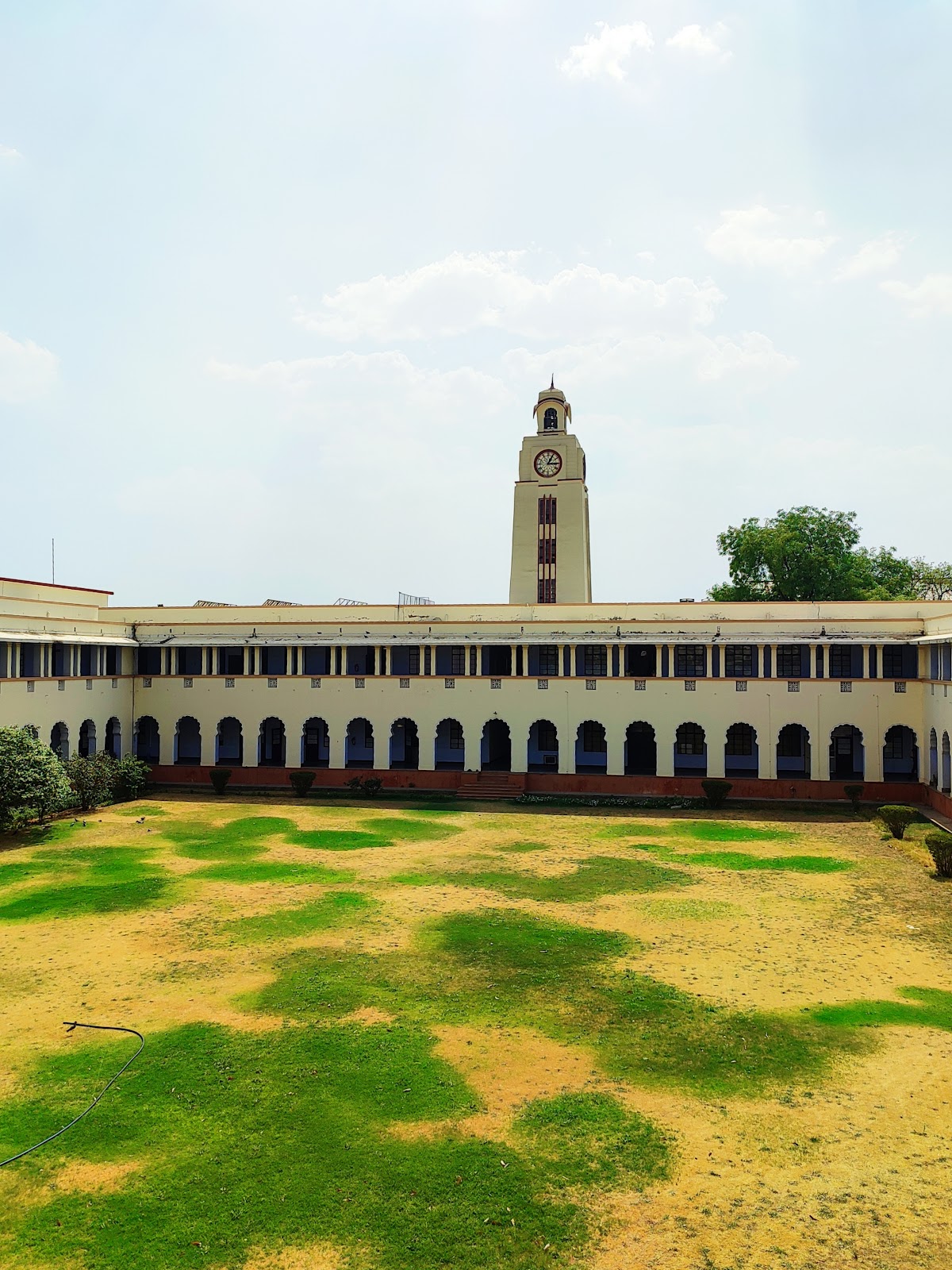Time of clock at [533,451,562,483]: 3:04
